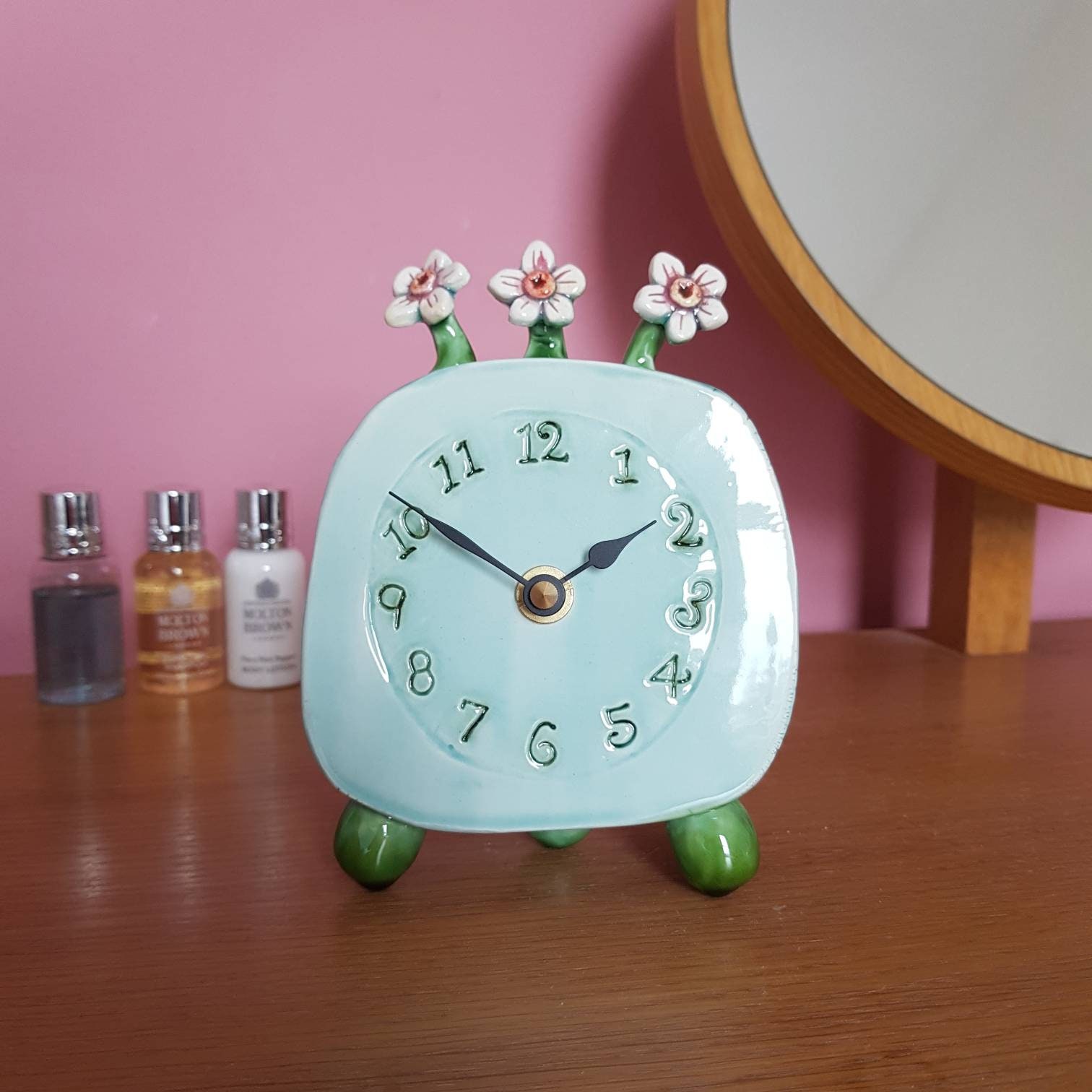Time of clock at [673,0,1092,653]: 1:50
